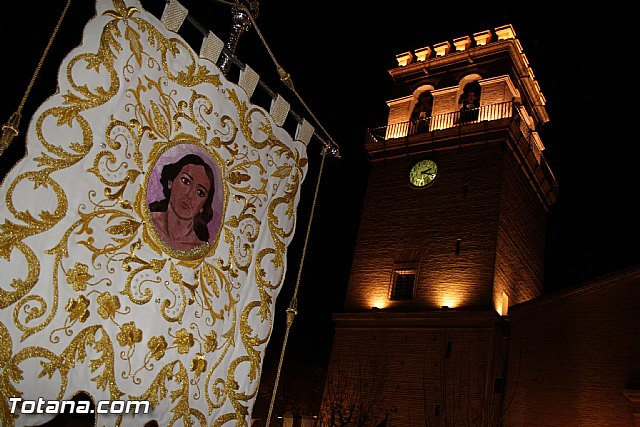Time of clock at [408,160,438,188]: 2:18
